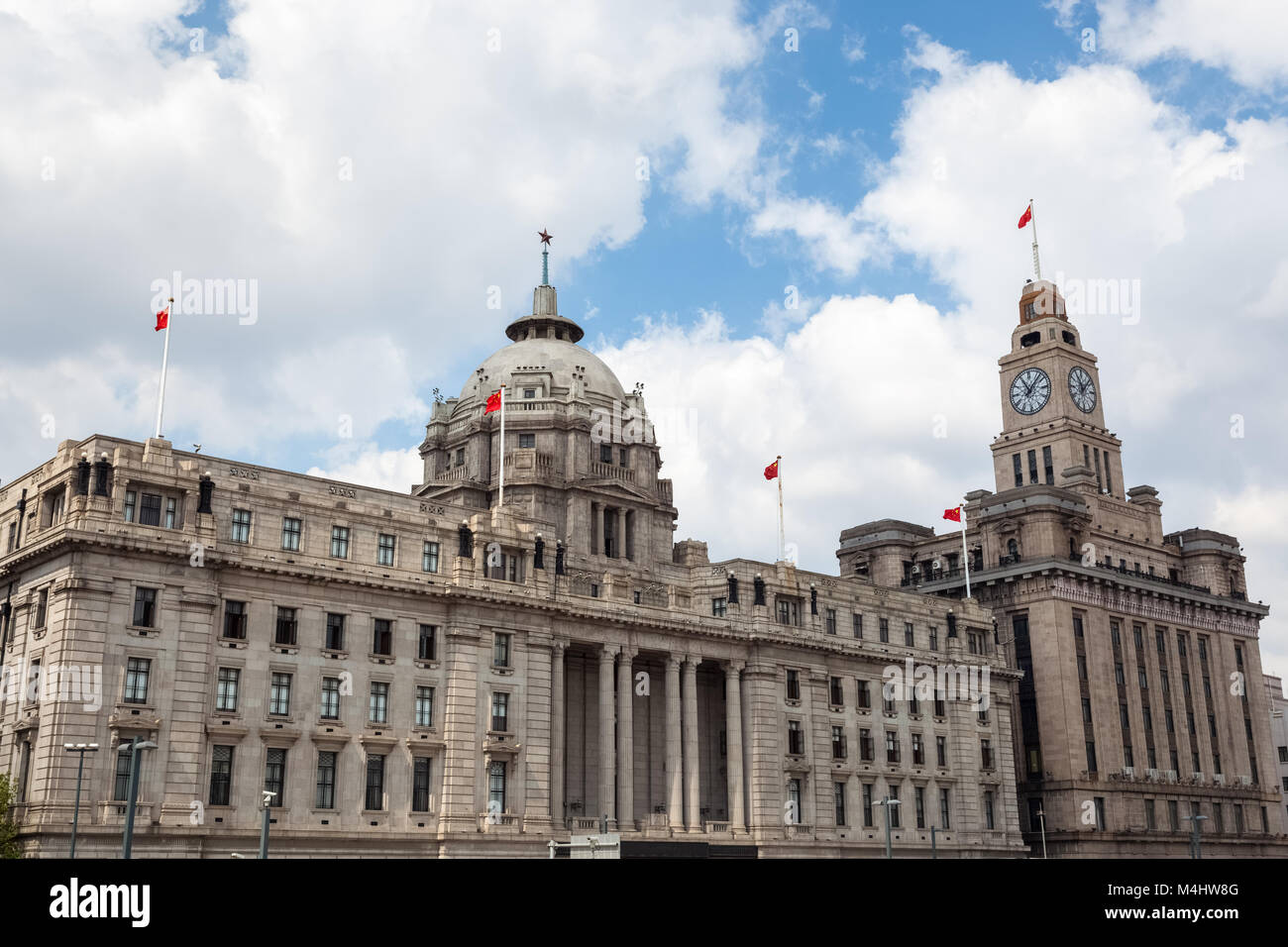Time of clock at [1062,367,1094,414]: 11:07
